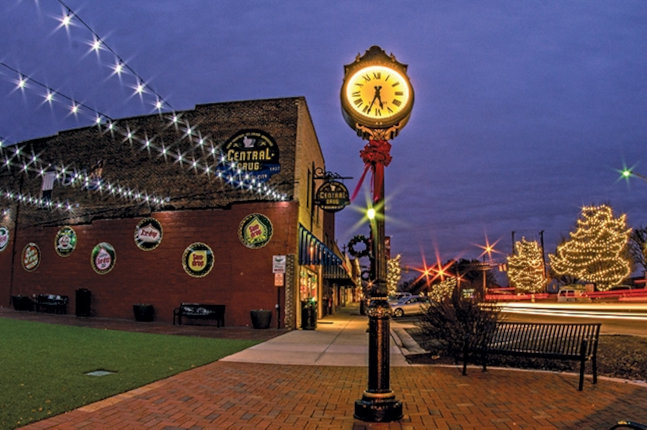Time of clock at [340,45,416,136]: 5:33
